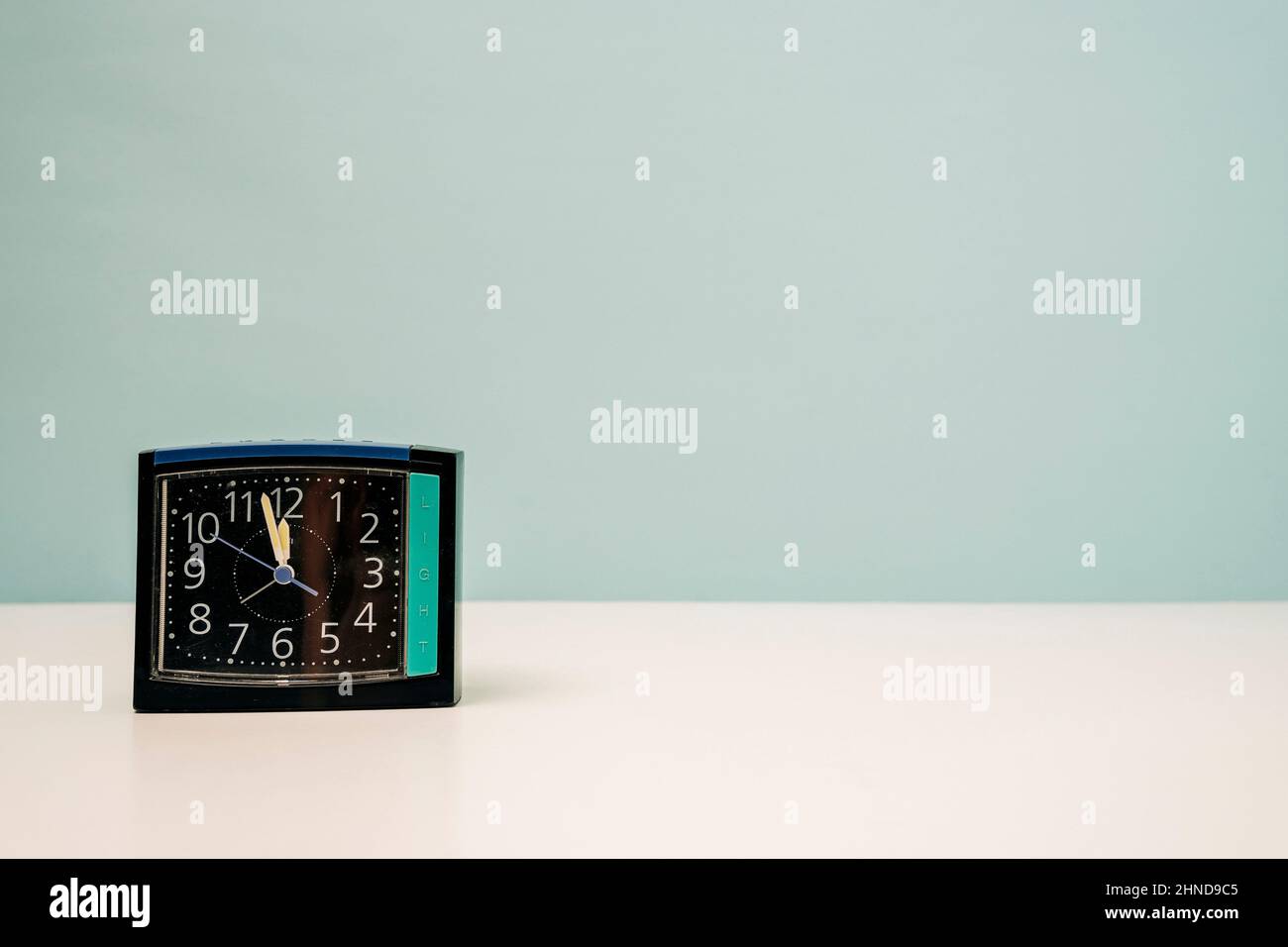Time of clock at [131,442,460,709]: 11:57
